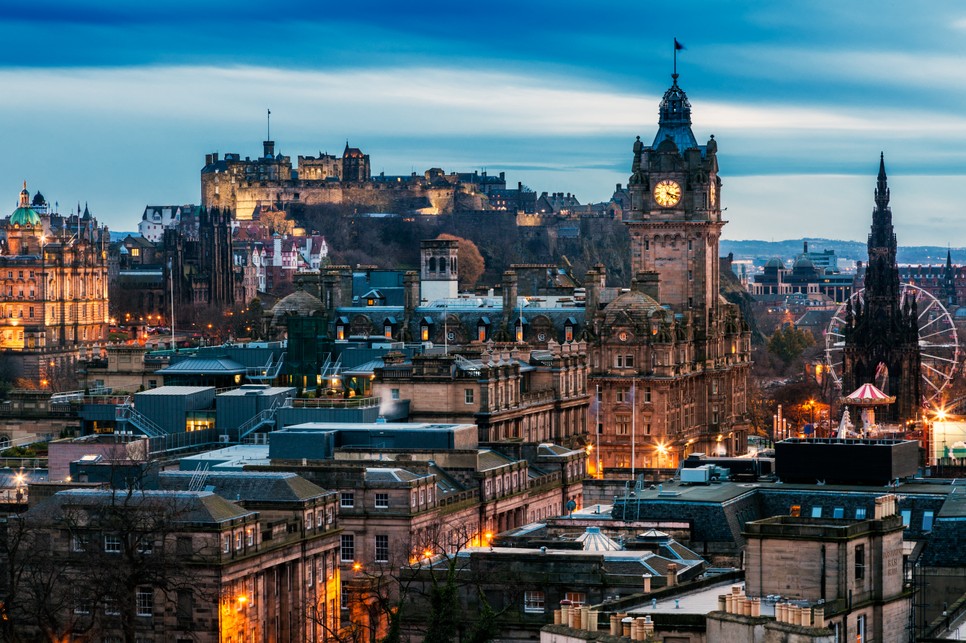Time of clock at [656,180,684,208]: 4:18
